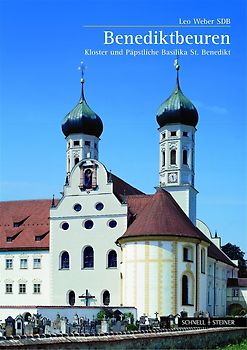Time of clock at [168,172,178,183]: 11:28
